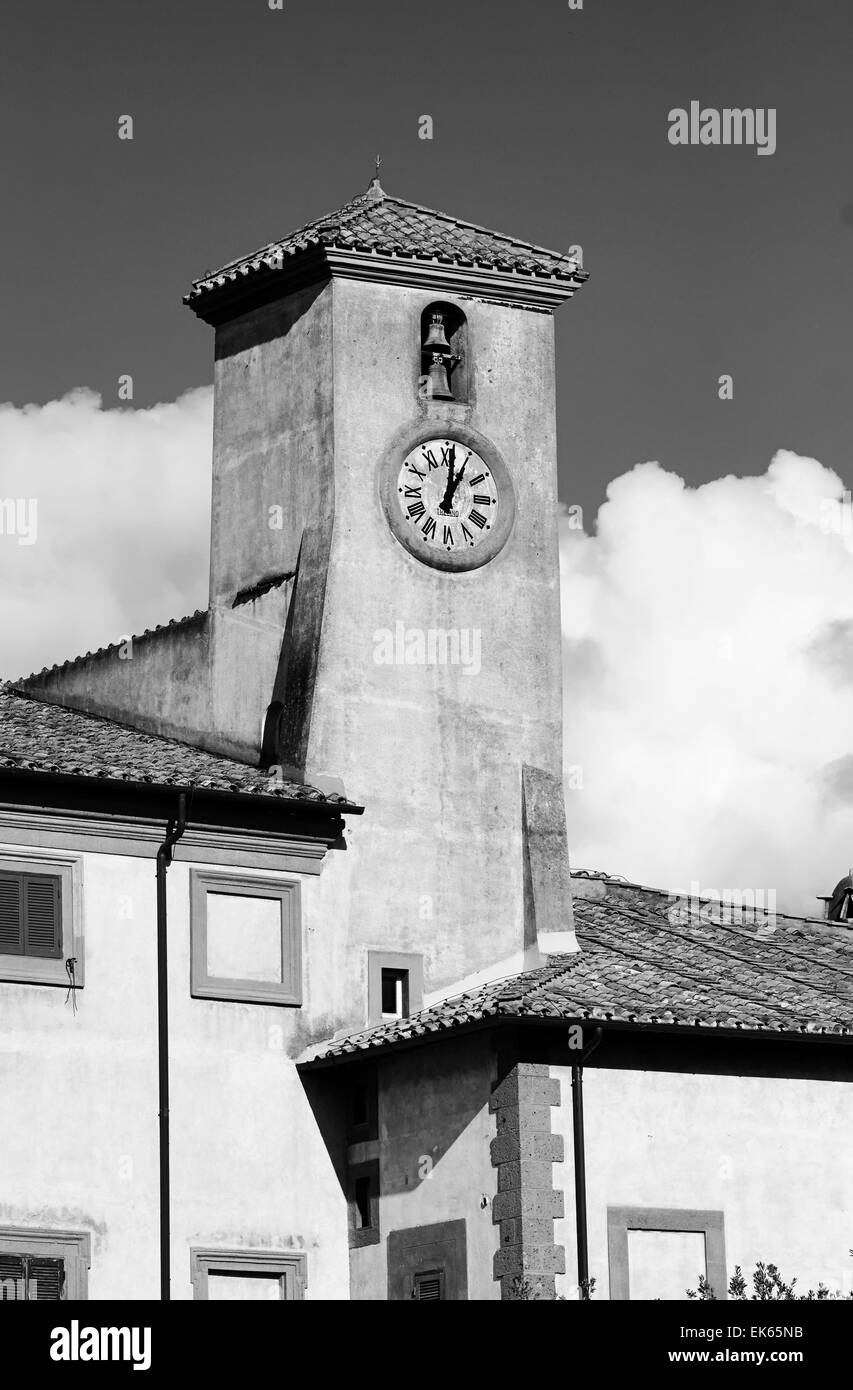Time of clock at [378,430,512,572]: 1:01
